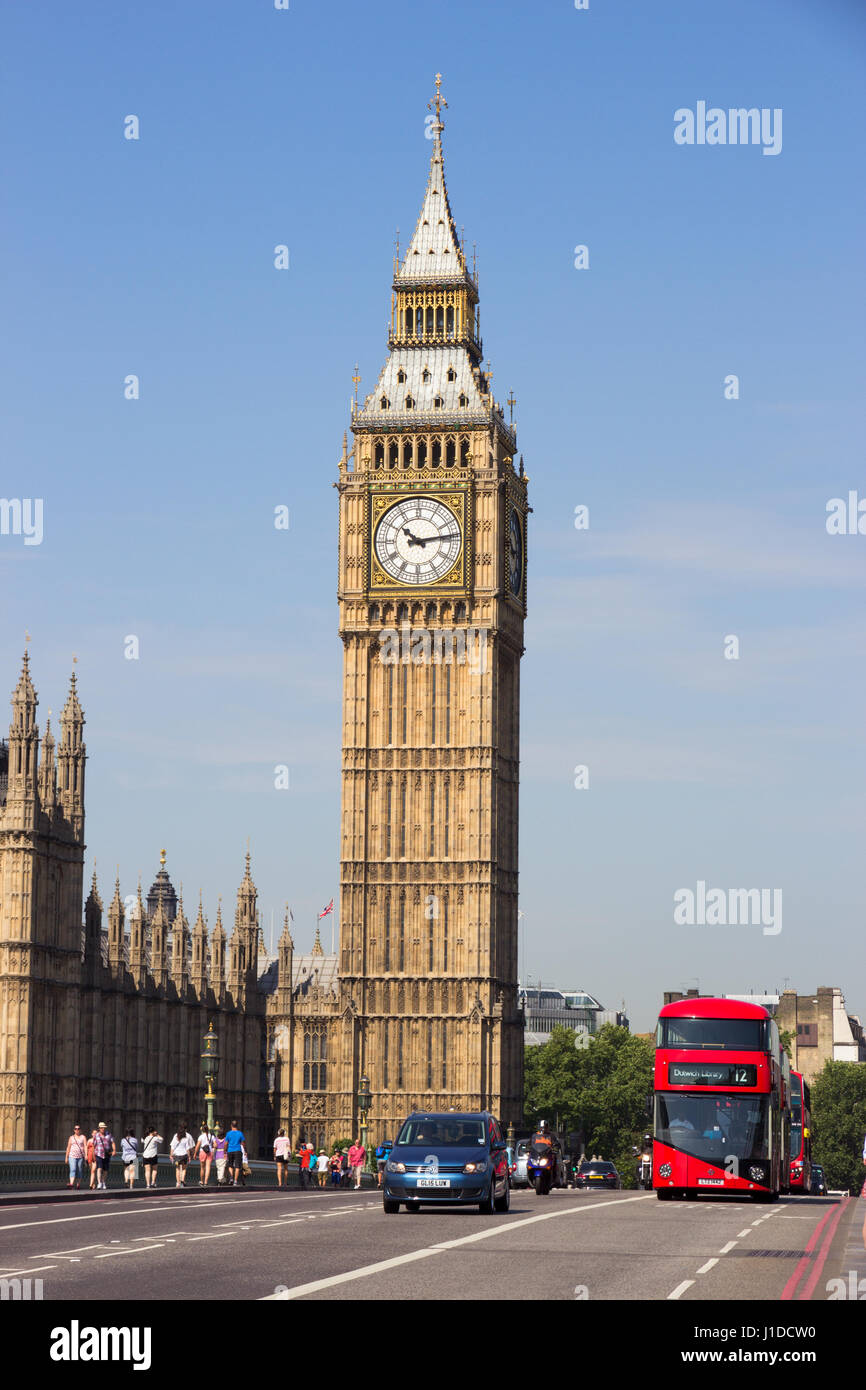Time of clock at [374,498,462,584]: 10:13
